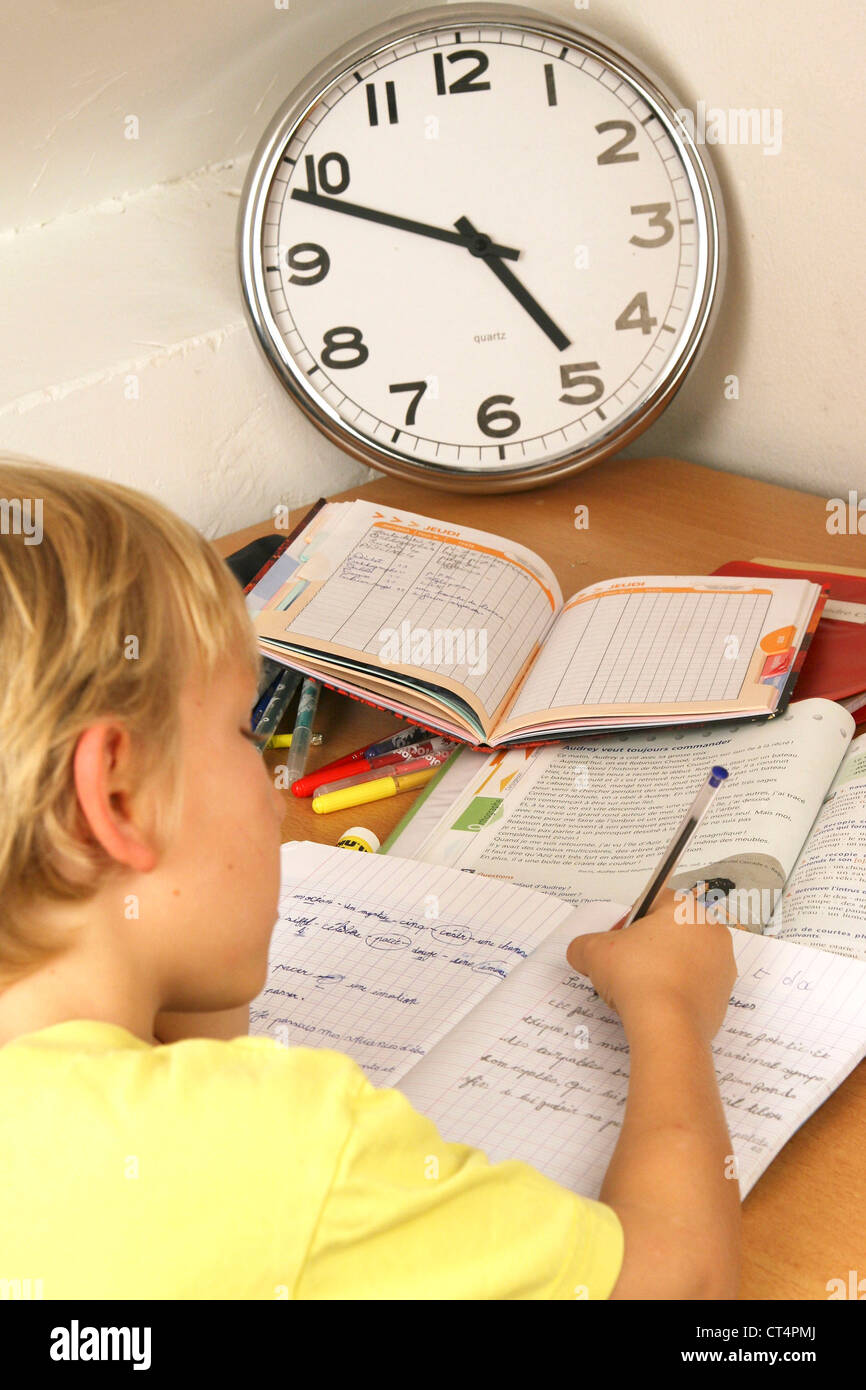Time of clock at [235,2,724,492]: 4:48
